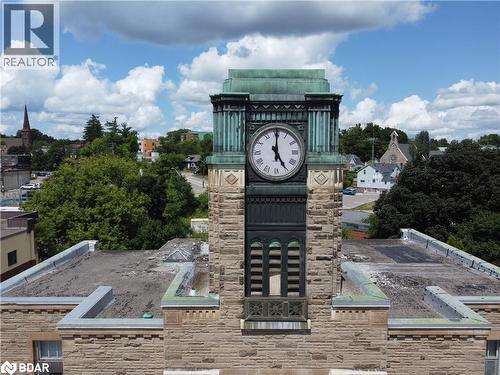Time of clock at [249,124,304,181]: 5:00
